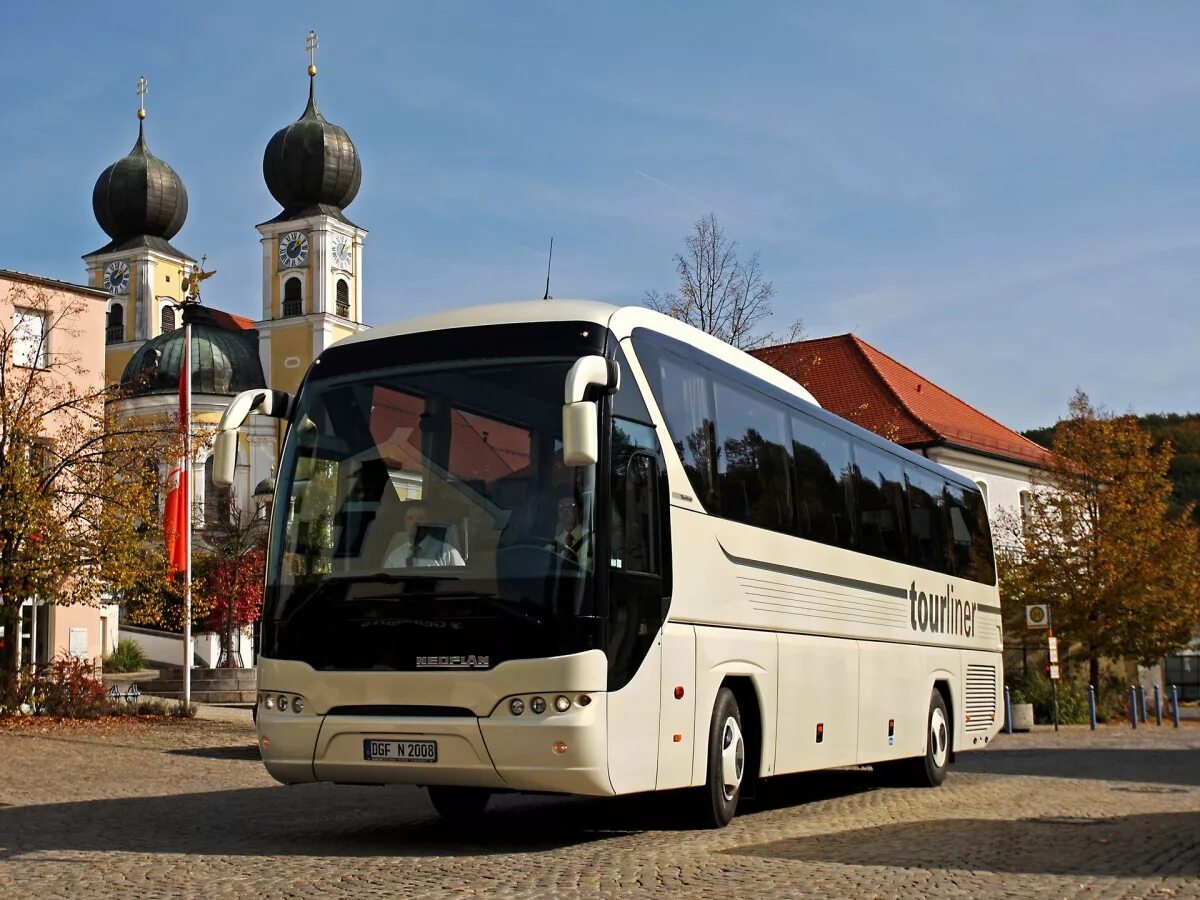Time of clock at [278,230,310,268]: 1:09
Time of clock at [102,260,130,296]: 1:09
